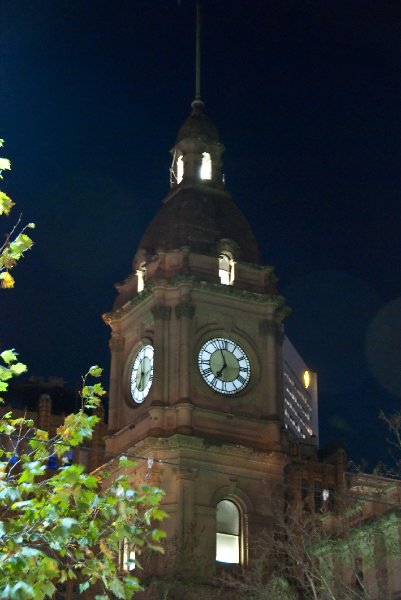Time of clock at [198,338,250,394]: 6:56
